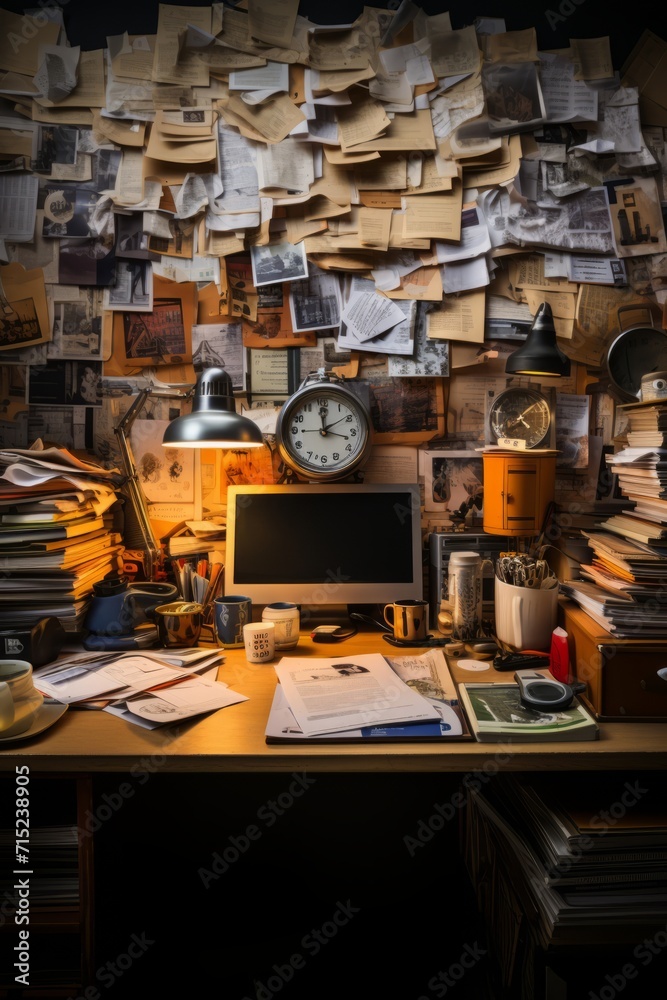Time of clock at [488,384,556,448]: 4:07
